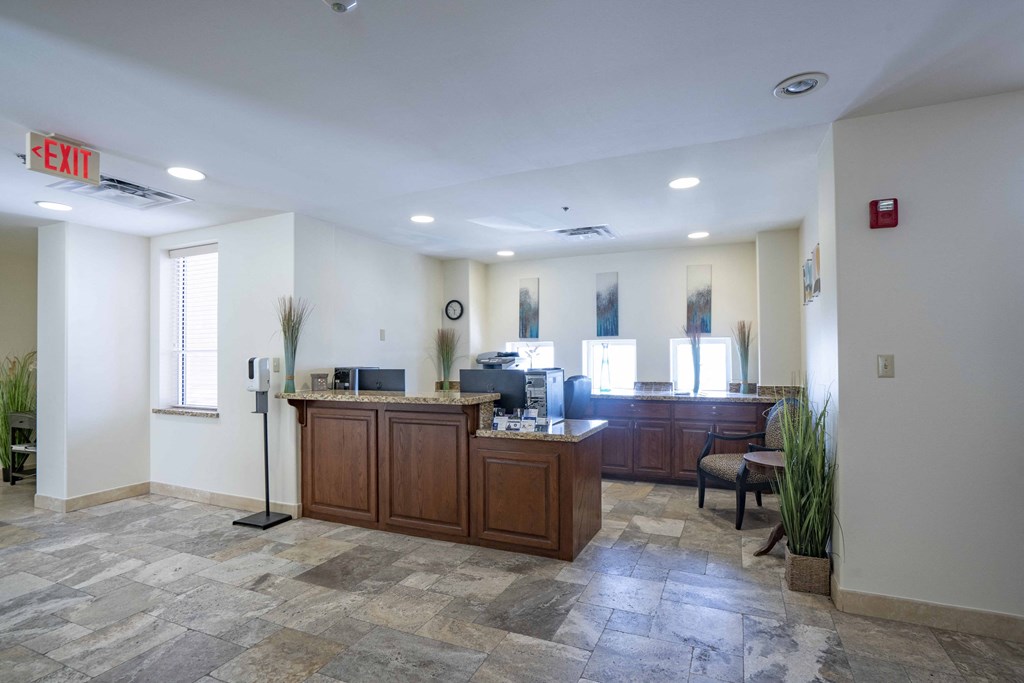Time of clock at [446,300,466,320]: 5:51
